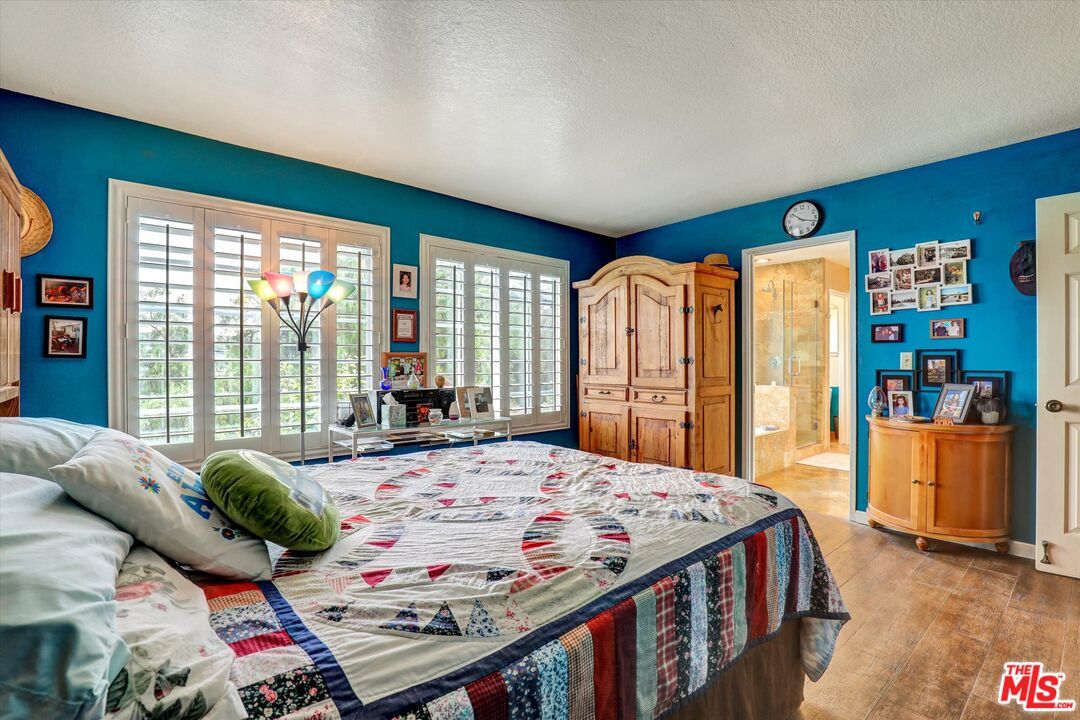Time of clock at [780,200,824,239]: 10:17
